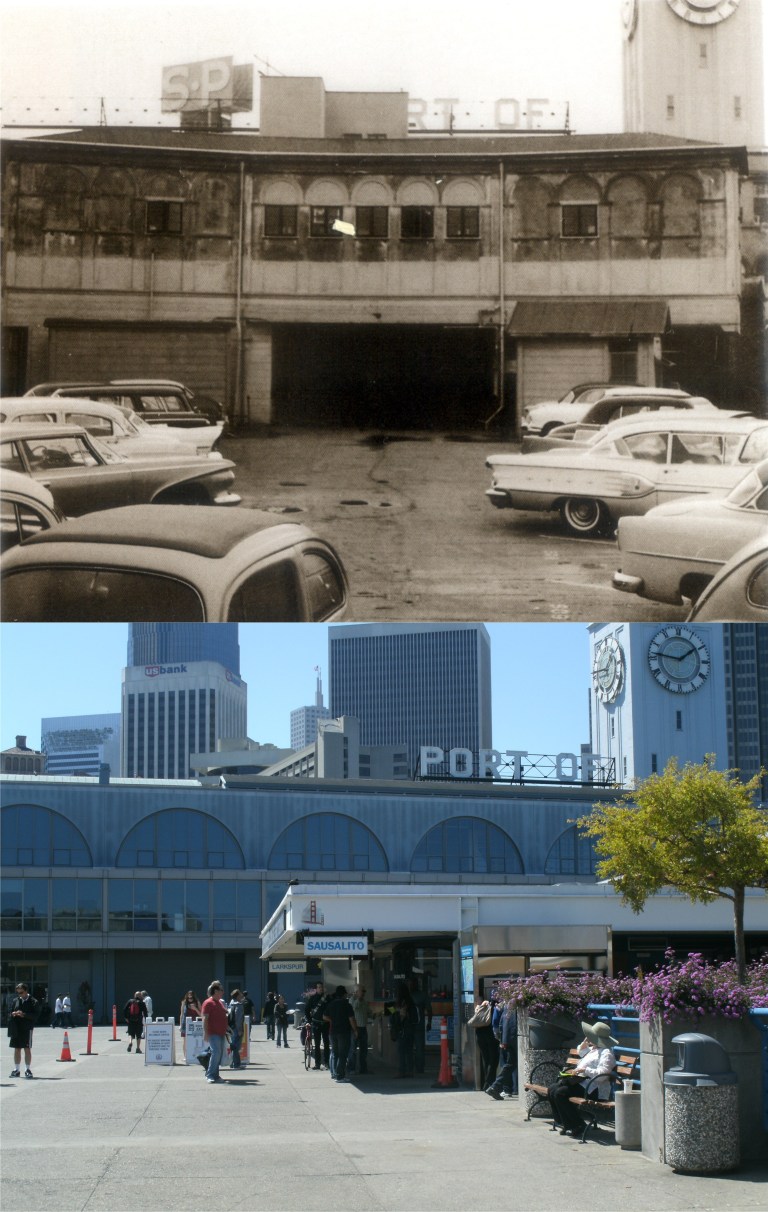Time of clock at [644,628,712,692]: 1:46
